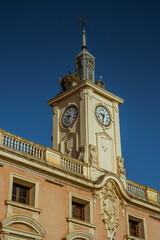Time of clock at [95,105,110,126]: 9:33
